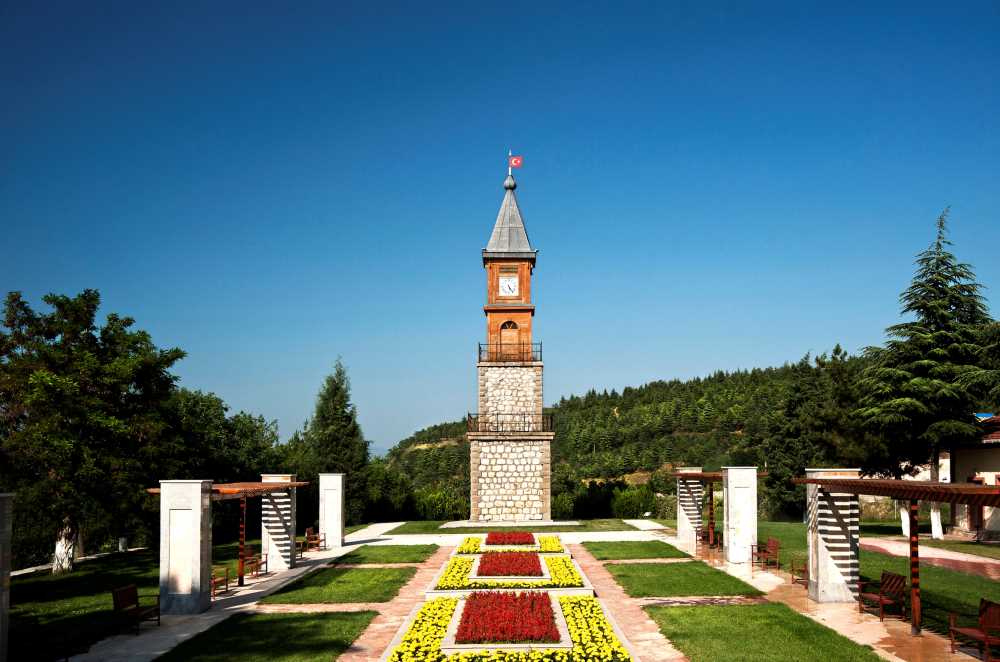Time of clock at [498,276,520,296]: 5:24
